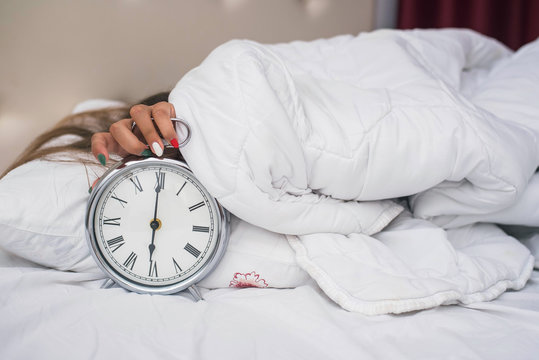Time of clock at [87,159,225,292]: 6:00
